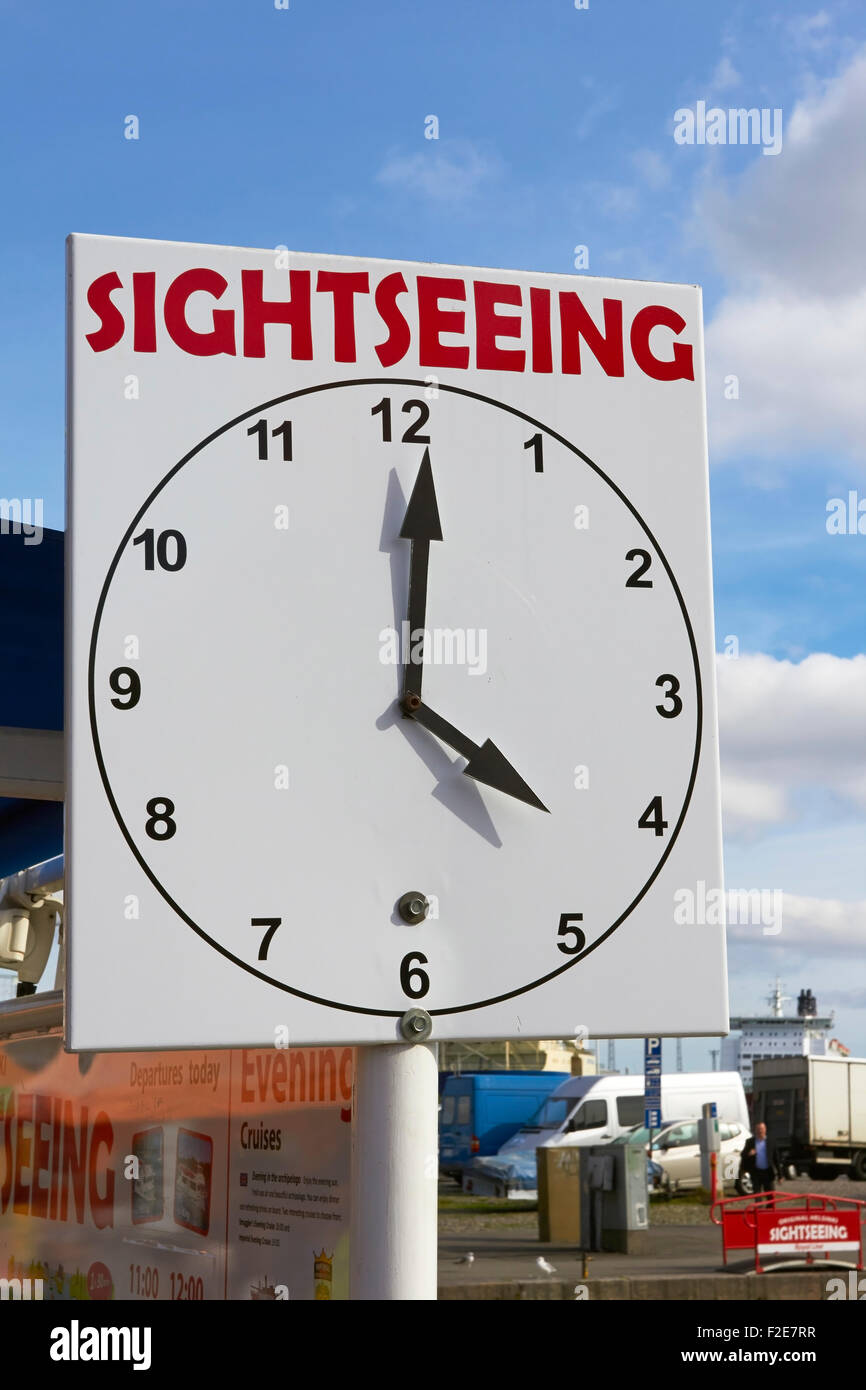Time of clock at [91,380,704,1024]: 4:00
